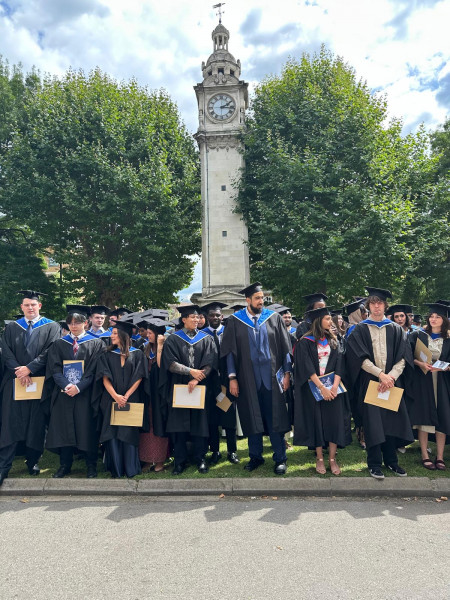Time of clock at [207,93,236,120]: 2:16
